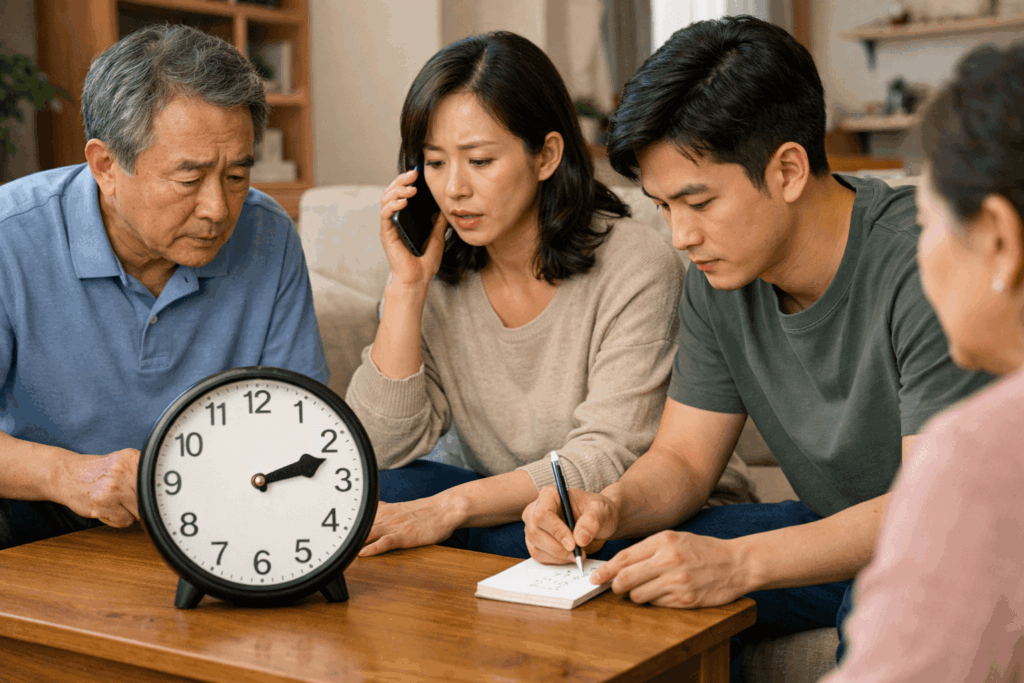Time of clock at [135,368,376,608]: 2:12
